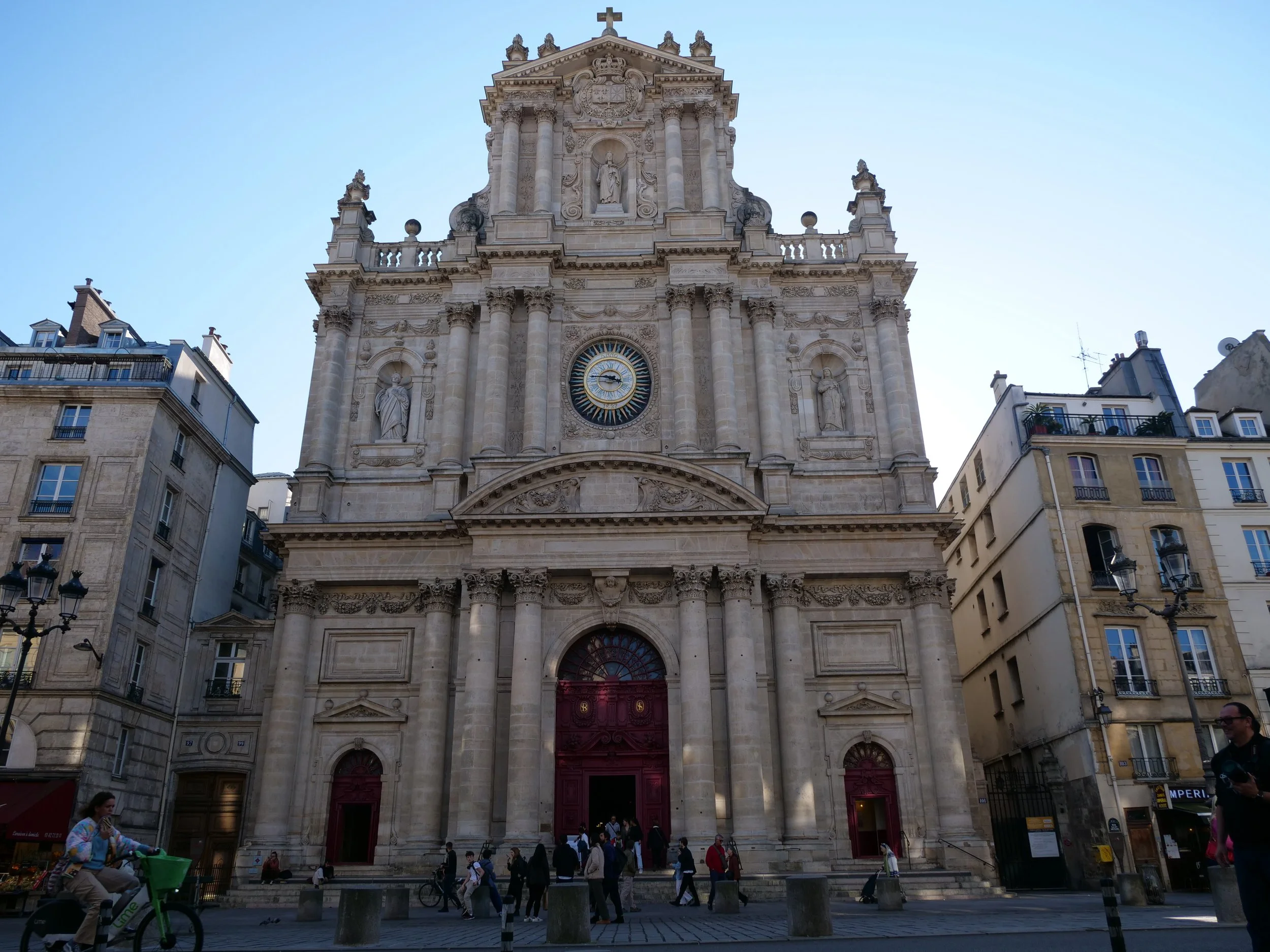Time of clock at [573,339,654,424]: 3:45
